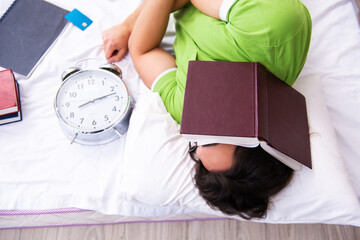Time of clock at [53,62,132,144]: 8:12
